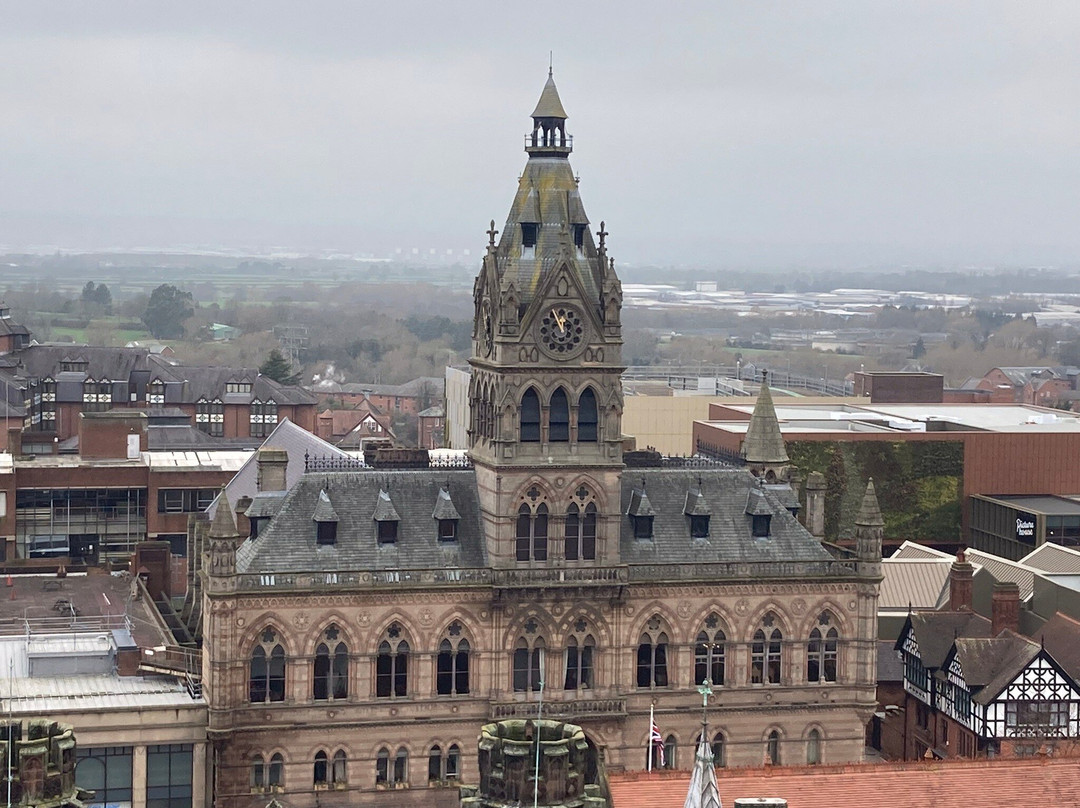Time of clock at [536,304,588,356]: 11:55
